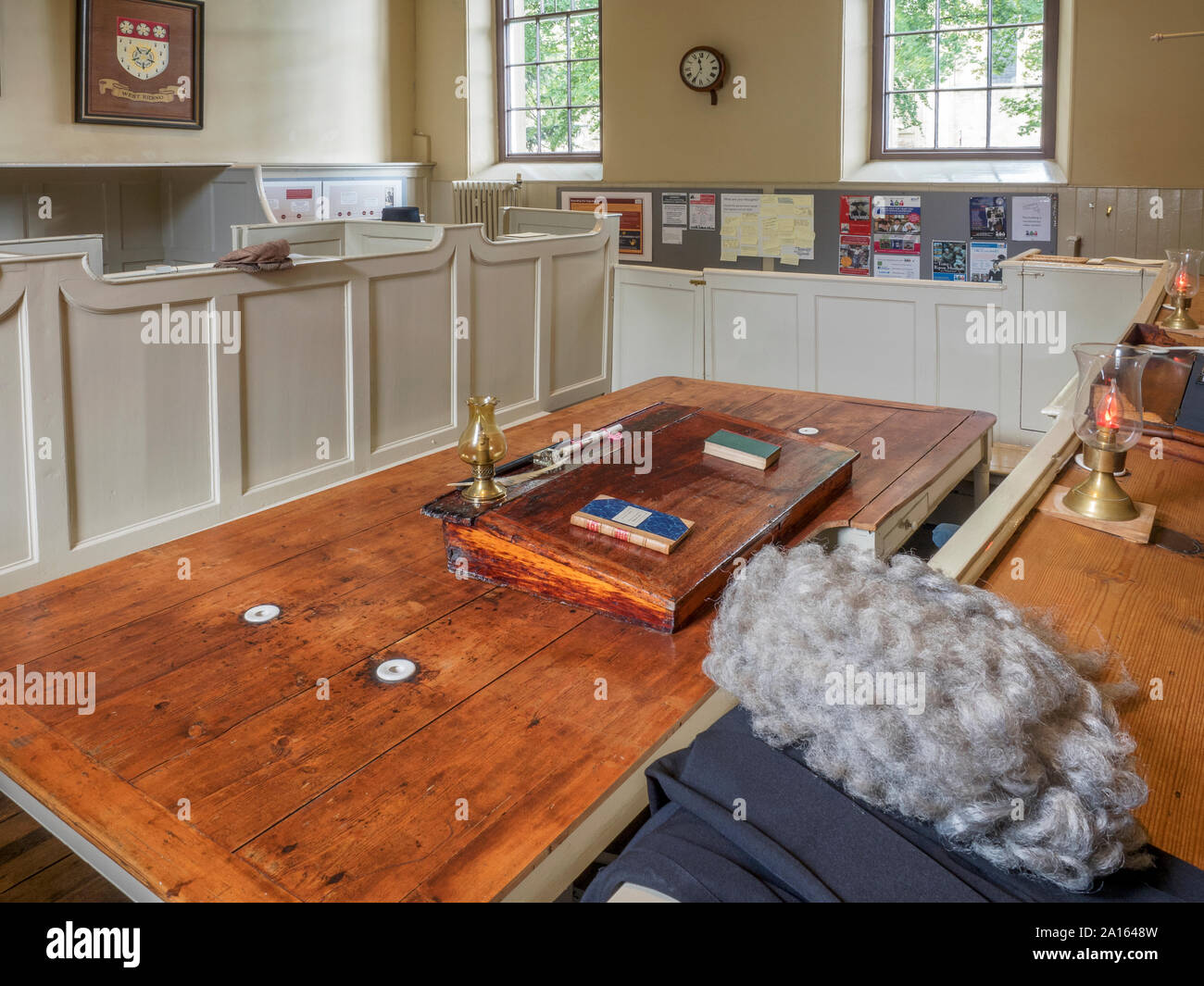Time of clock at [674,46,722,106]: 11:34
